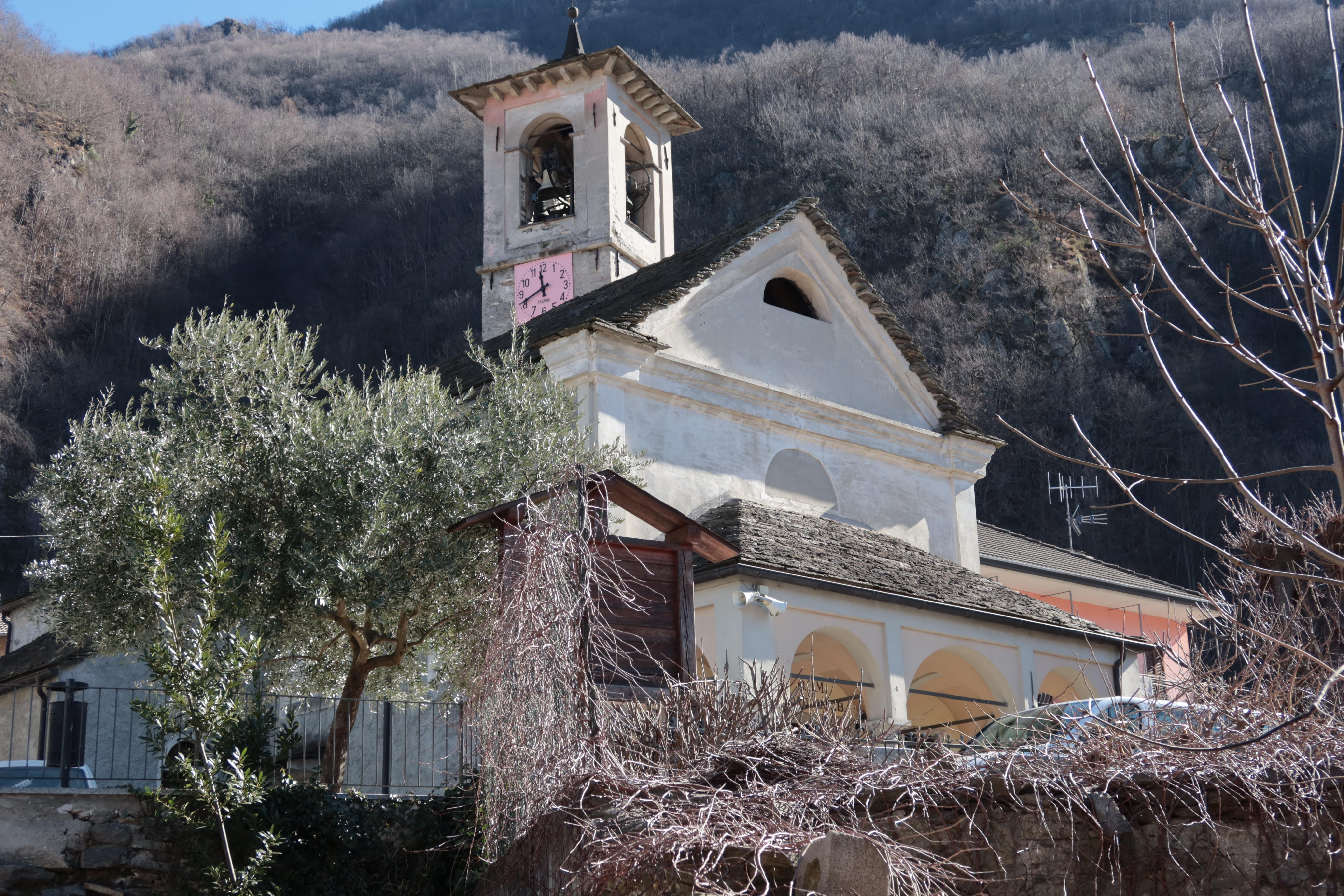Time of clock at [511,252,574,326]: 11:41
